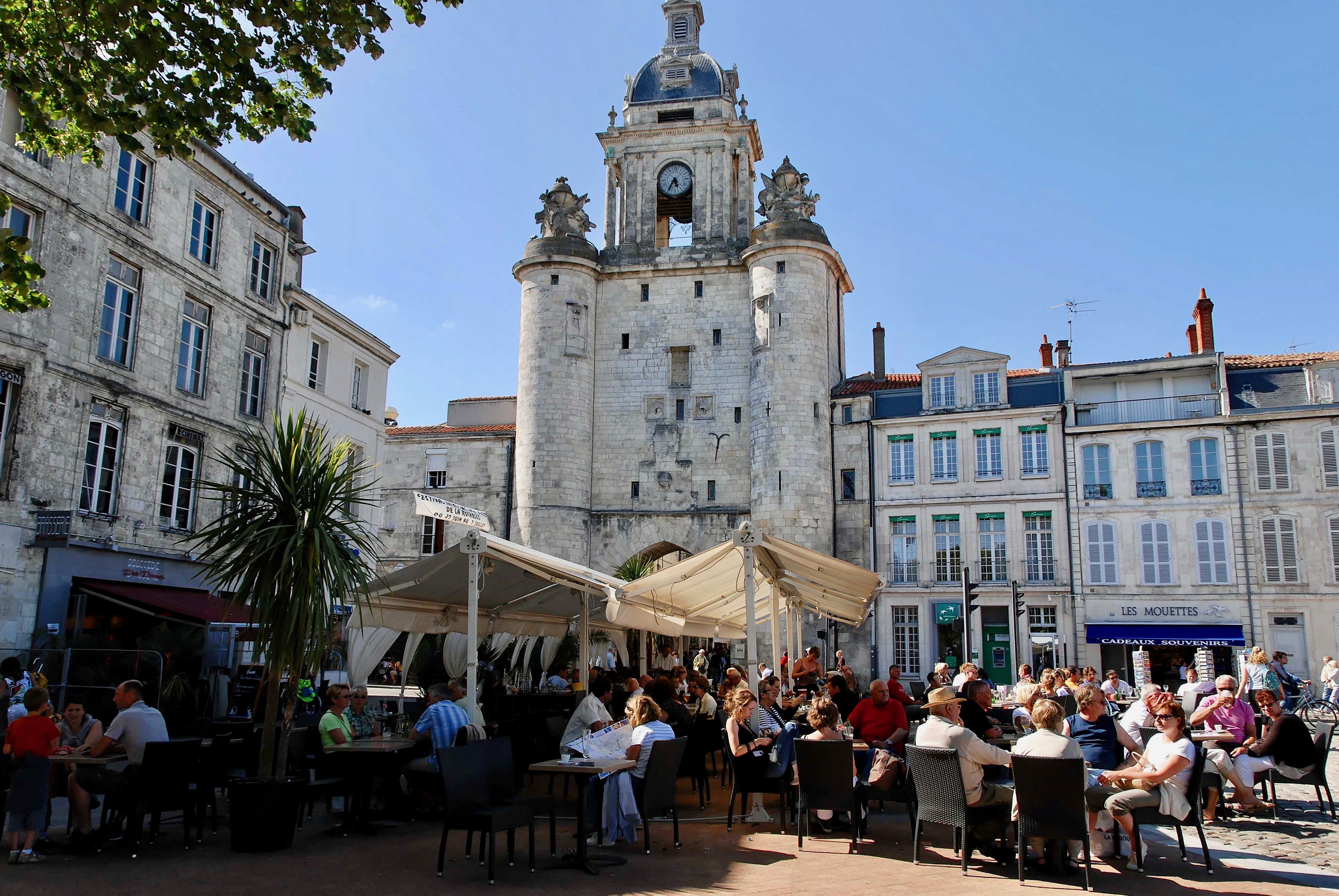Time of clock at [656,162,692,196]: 5:34
